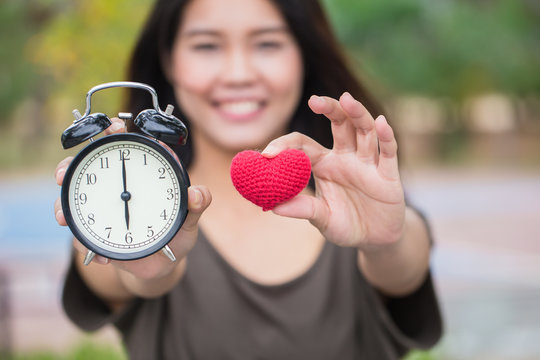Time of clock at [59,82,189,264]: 6:00
